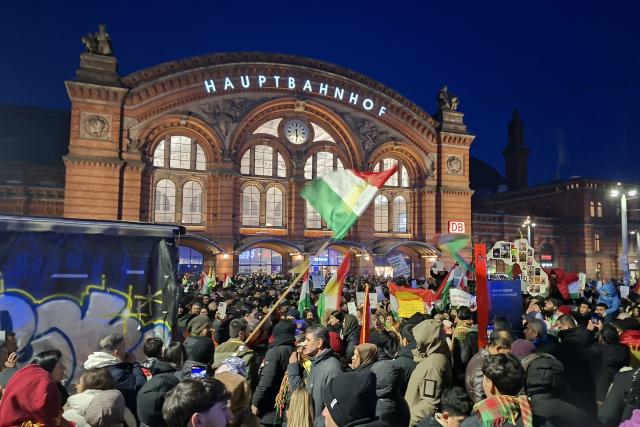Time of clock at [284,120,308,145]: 5:30
